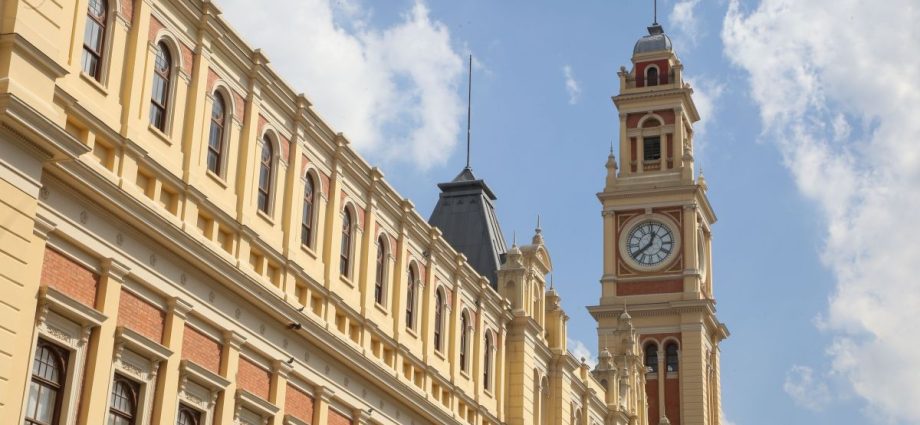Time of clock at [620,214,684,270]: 12:38
